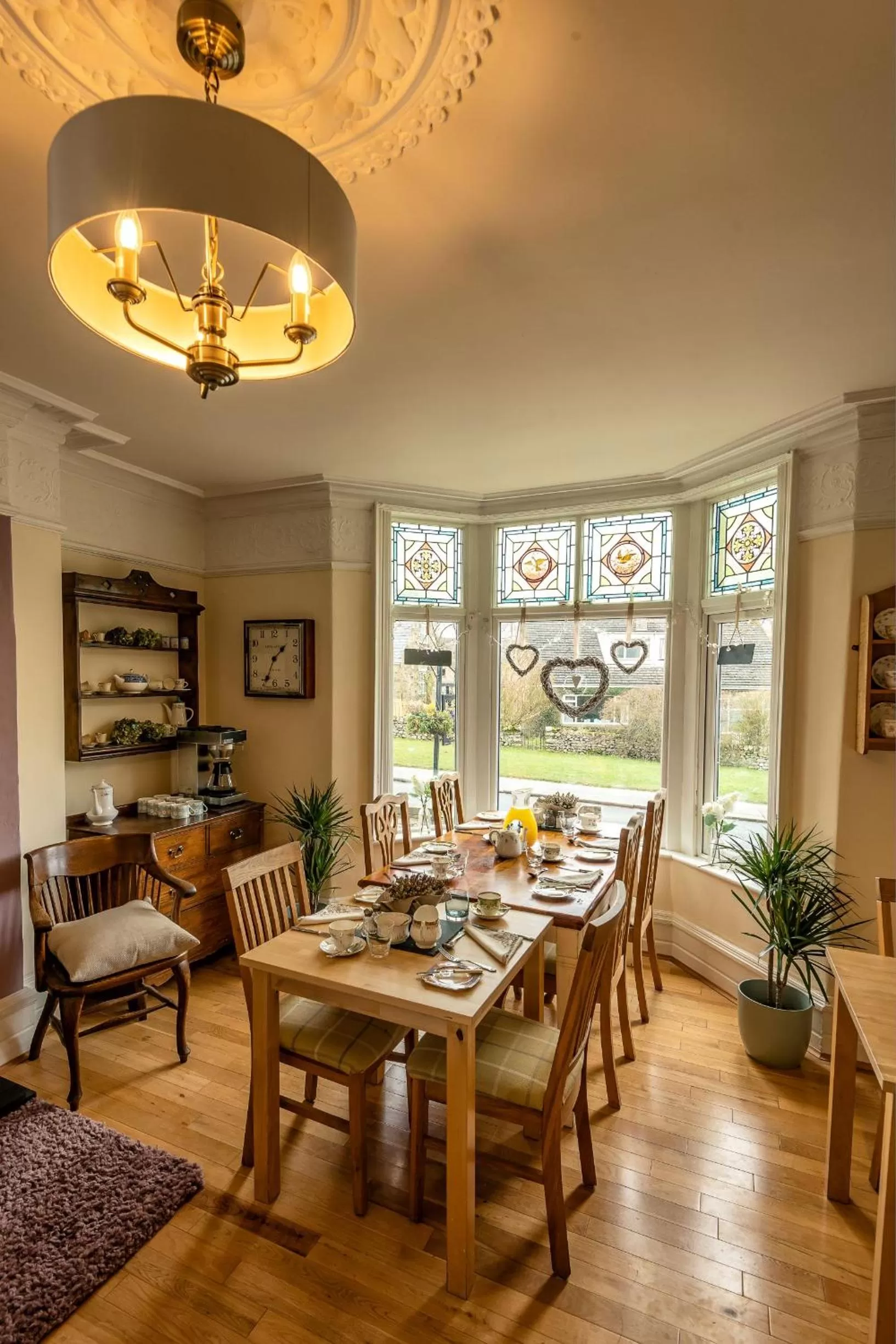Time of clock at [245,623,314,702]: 1:34
